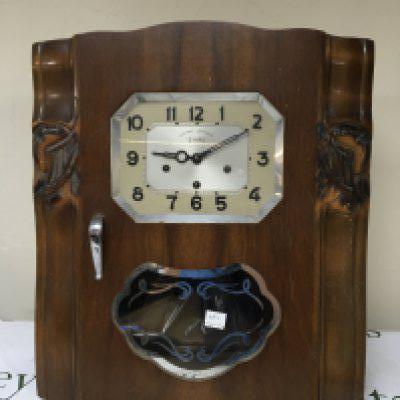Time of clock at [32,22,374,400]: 9:10
